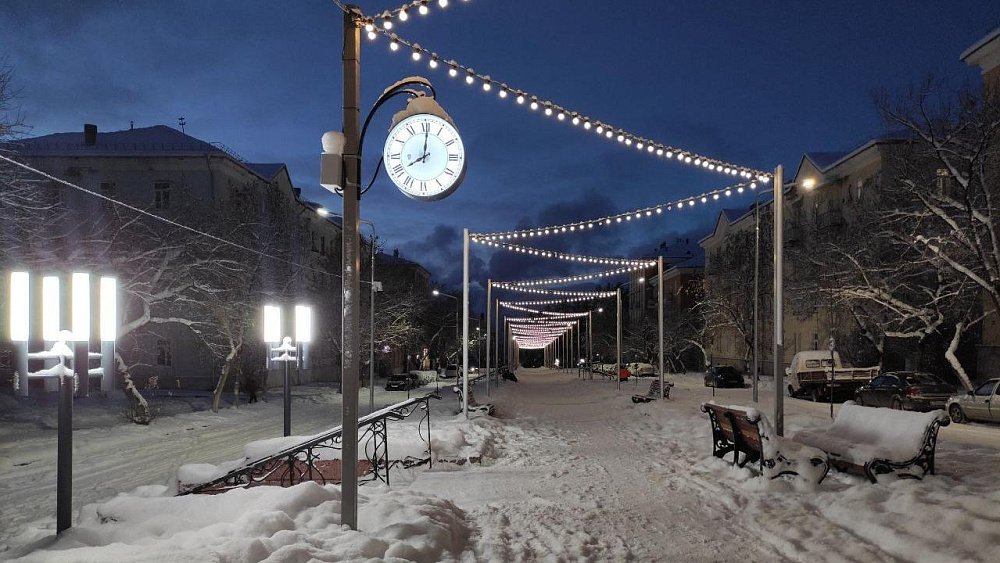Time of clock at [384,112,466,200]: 8:00
